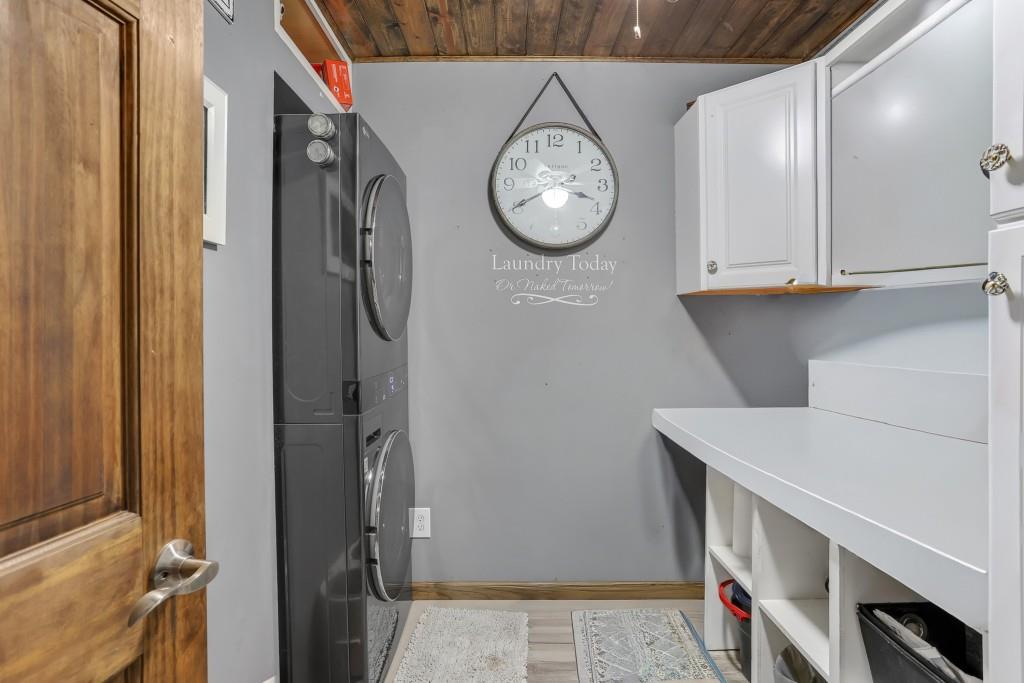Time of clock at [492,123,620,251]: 3:40
